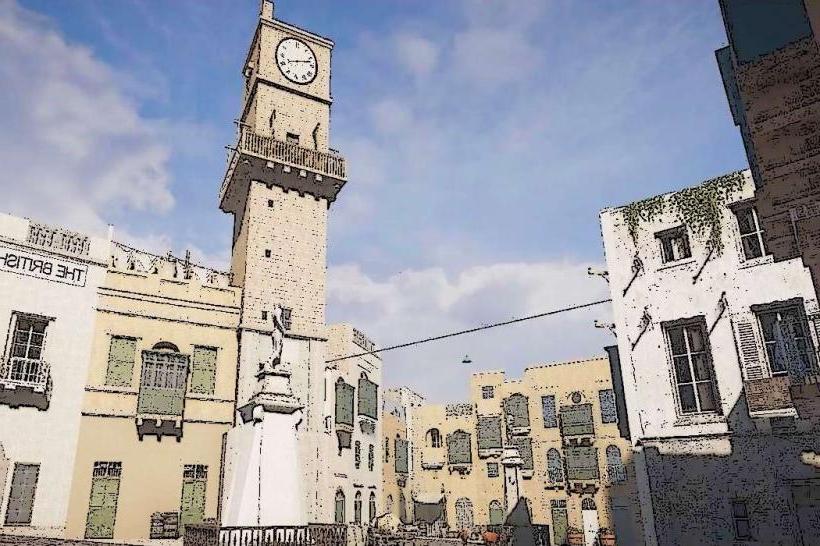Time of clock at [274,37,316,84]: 8:12
